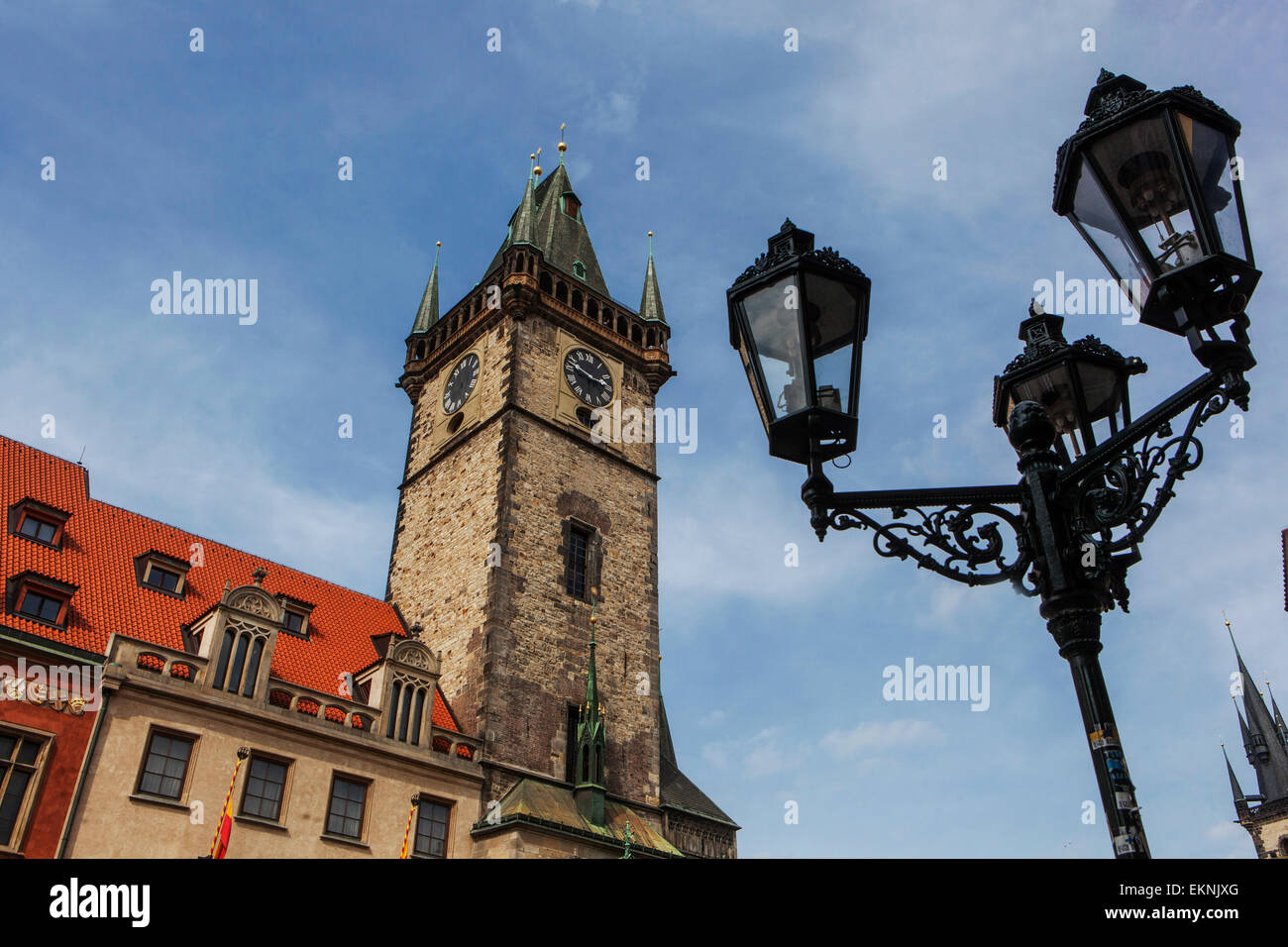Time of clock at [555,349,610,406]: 2:48
